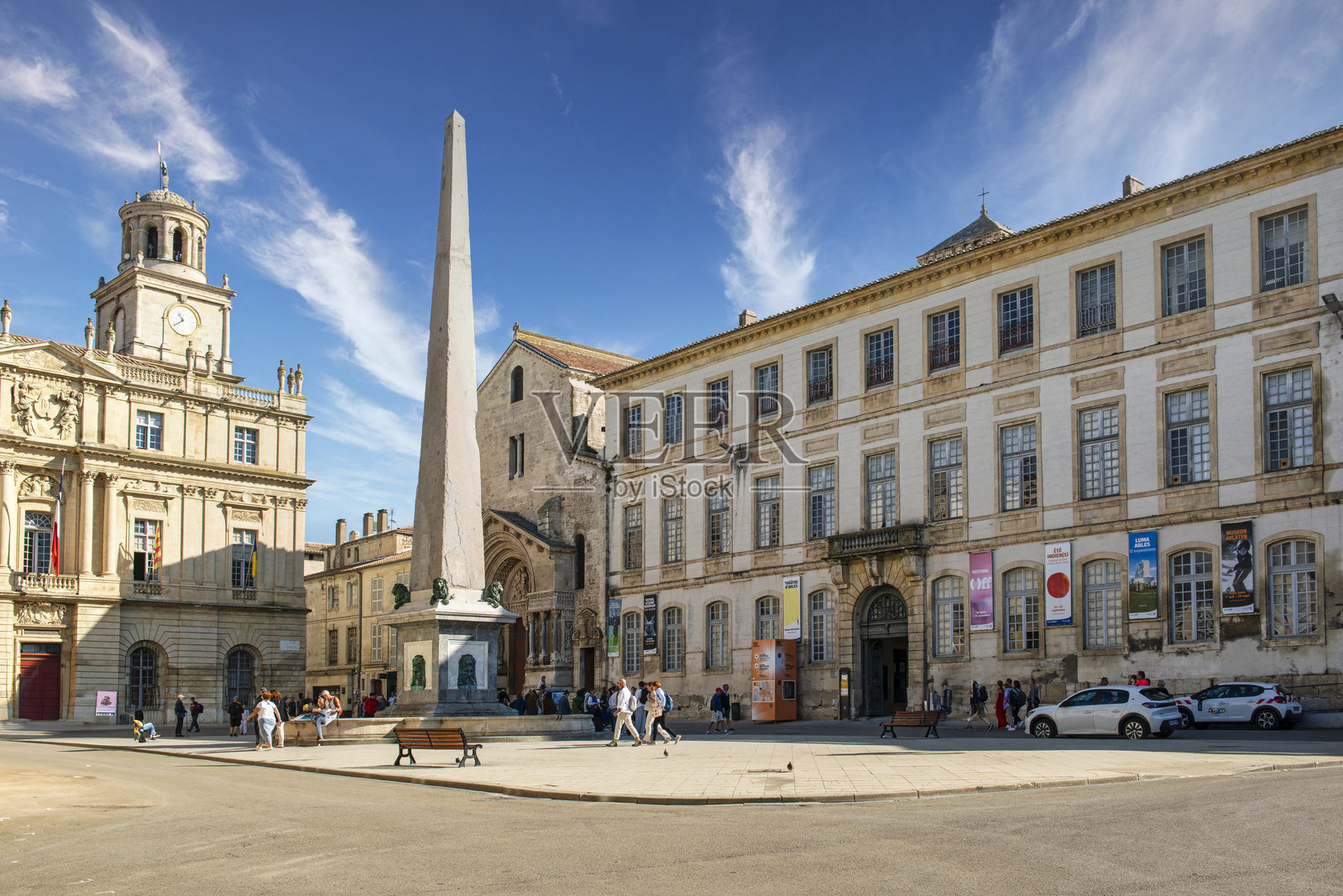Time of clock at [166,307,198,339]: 10:38
